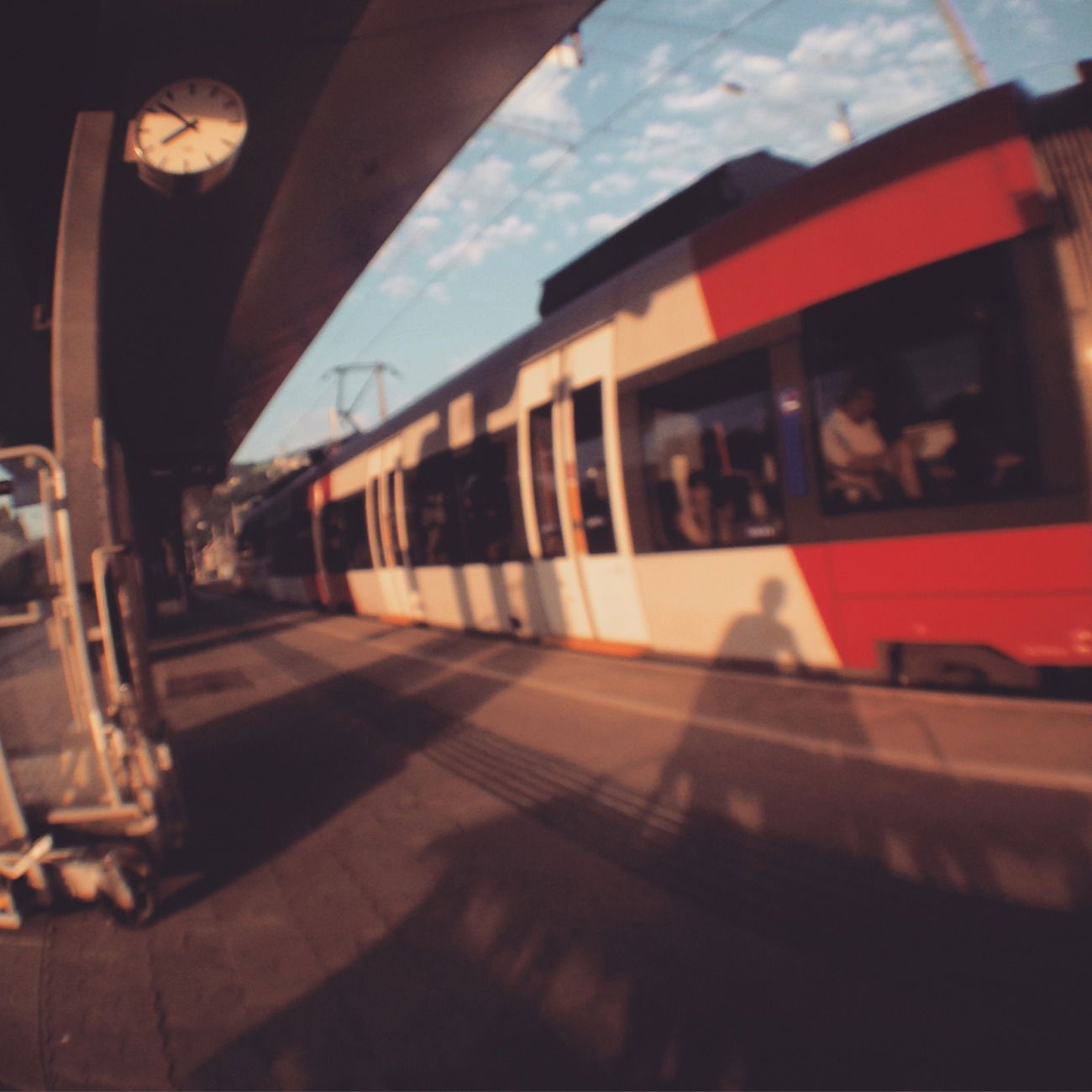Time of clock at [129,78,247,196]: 7:52
